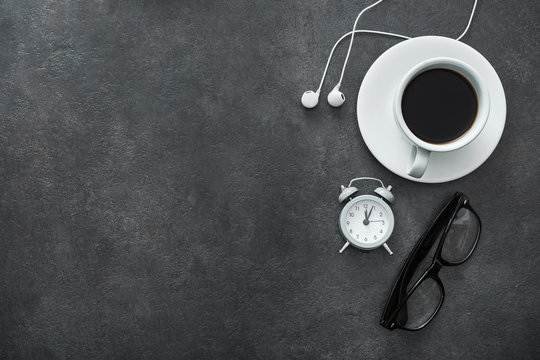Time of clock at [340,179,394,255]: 12:04
